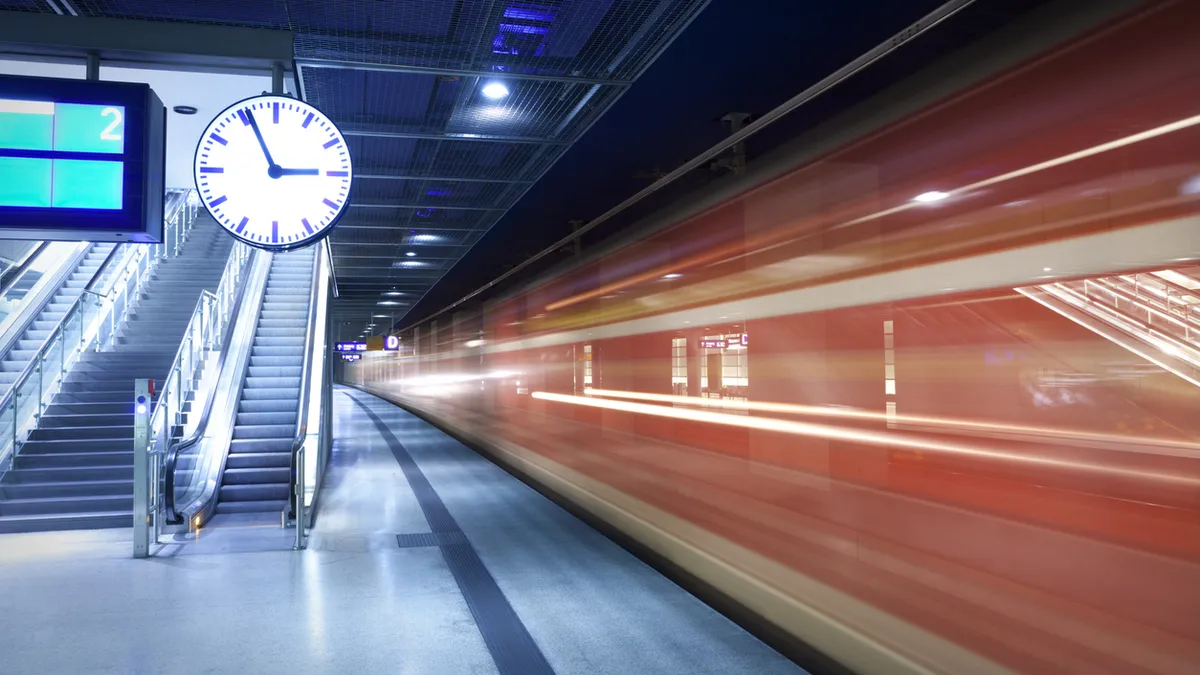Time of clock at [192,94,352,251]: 2:56
